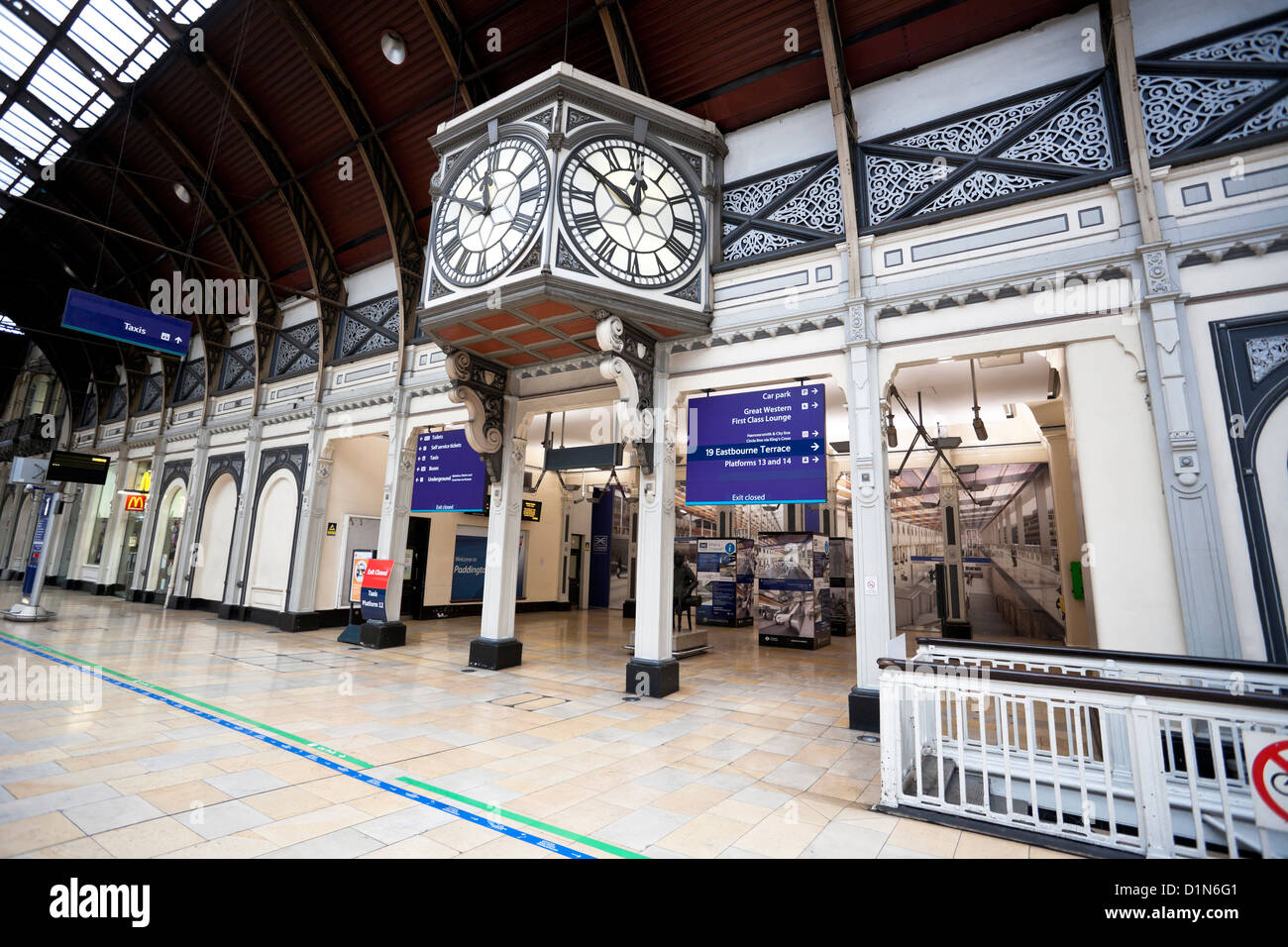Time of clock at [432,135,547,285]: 11:49
